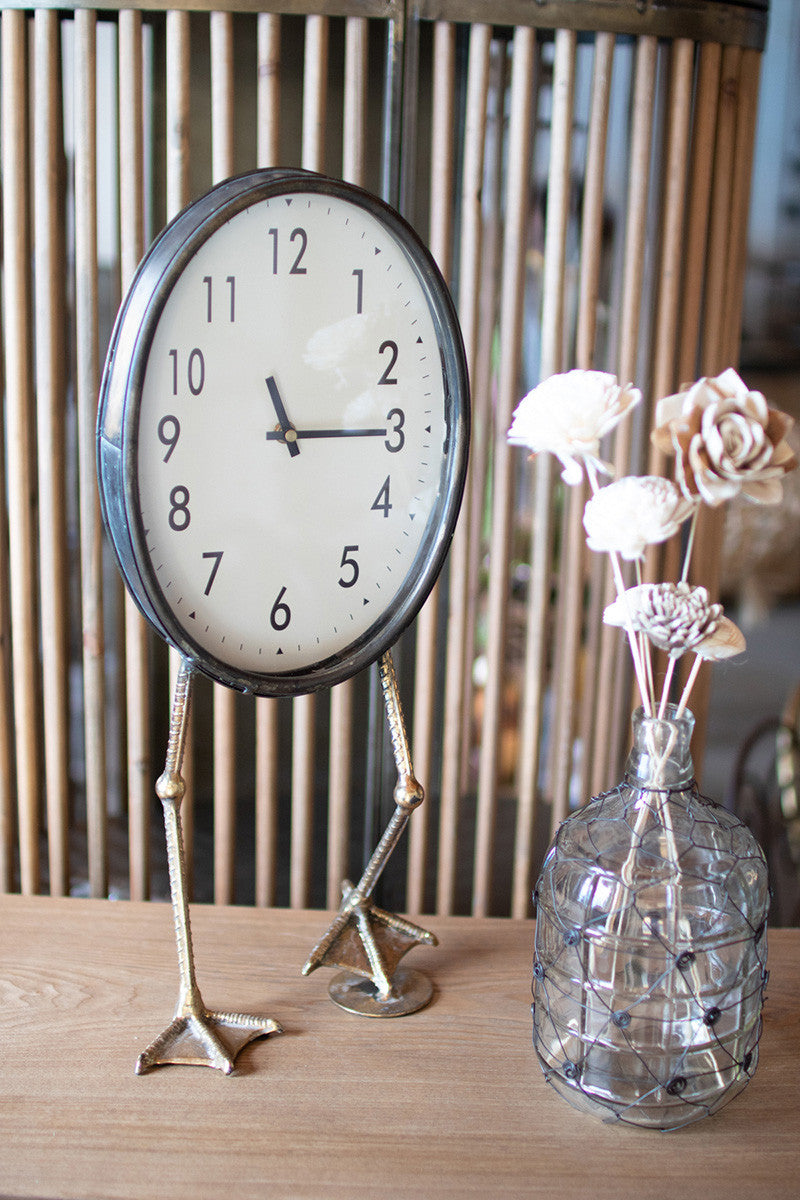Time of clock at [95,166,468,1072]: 11:14
